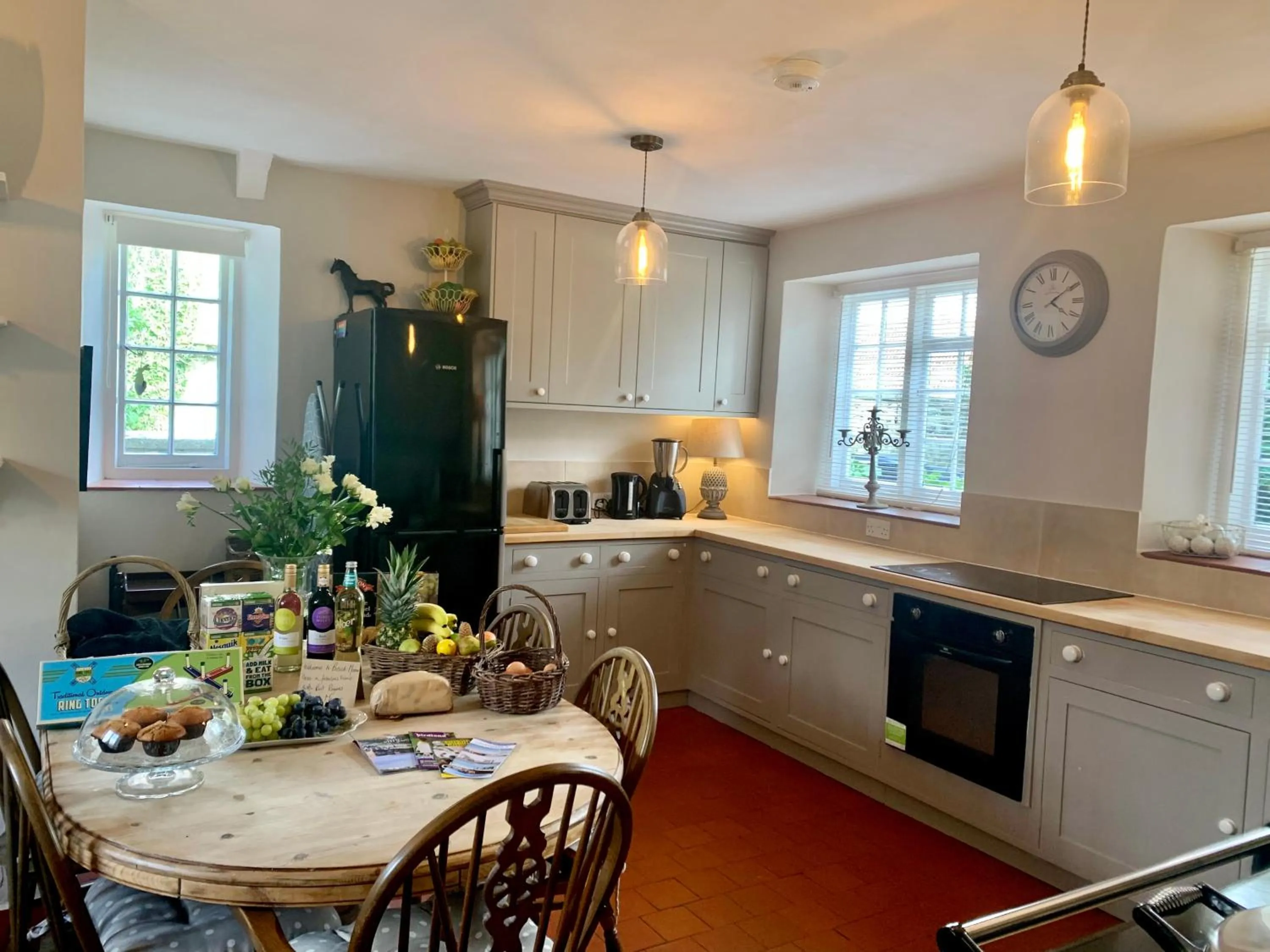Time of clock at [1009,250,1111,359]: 4:09
